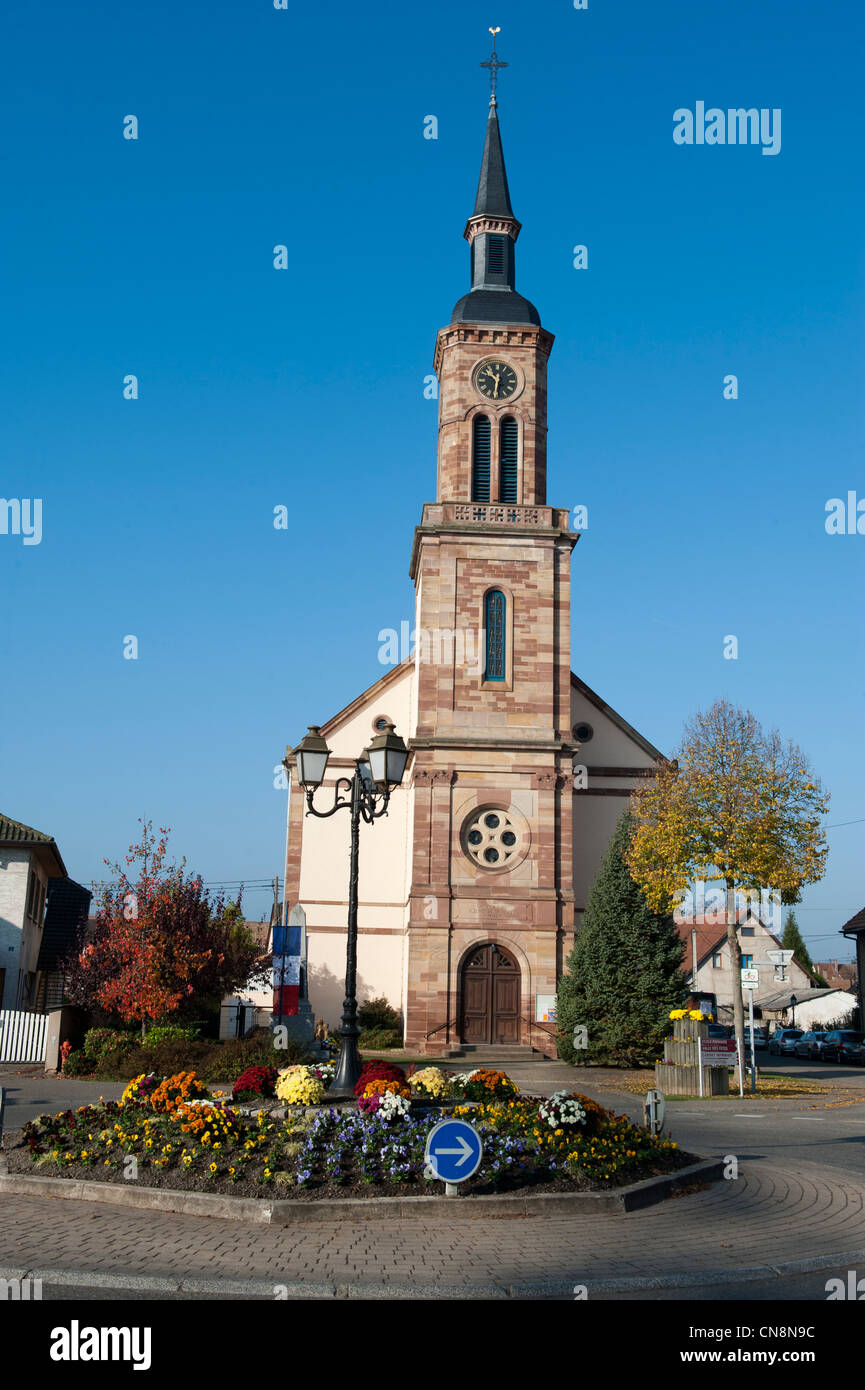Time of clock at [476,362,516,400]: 10:31
